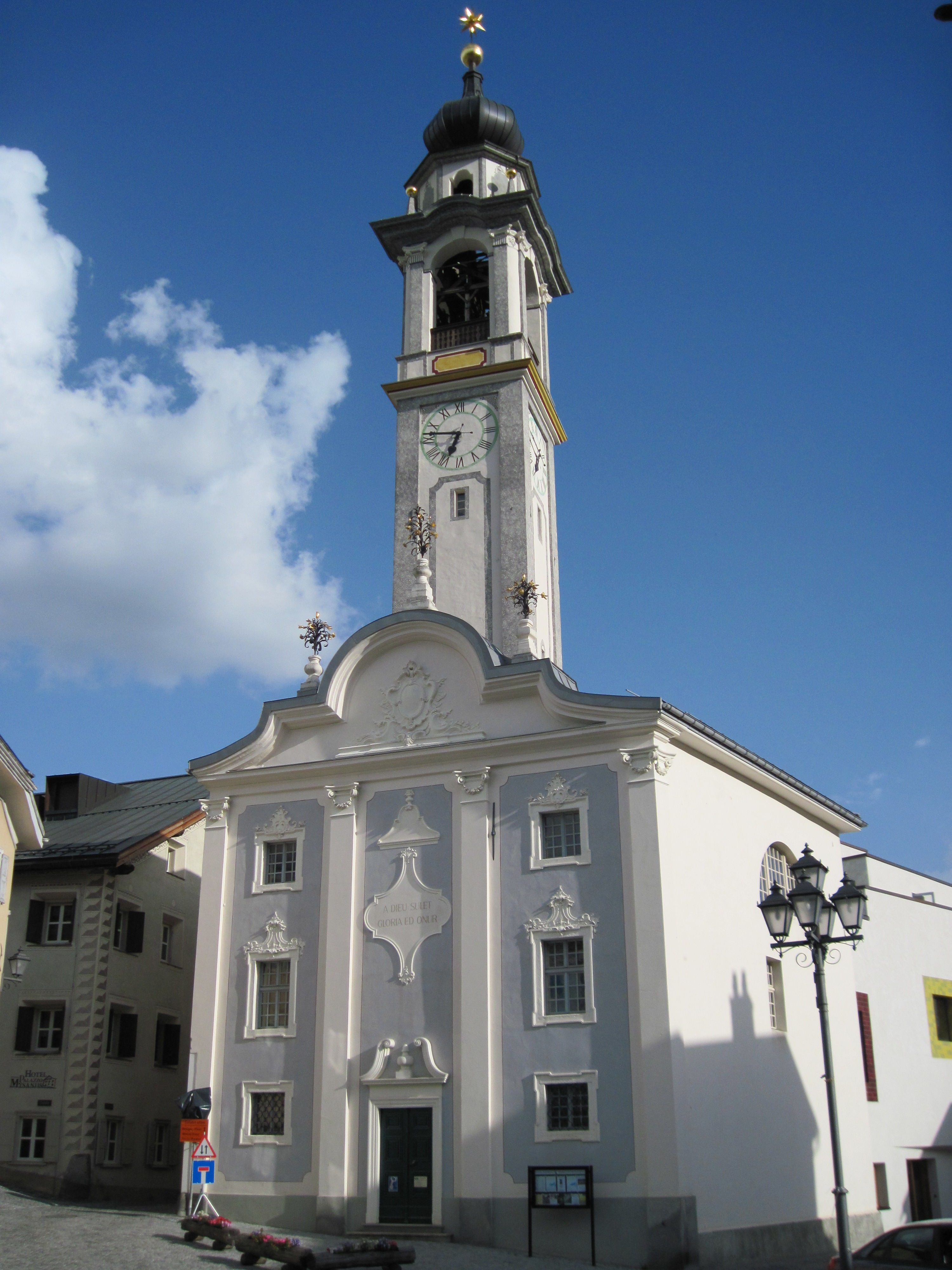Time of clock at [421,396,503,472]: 6:46
